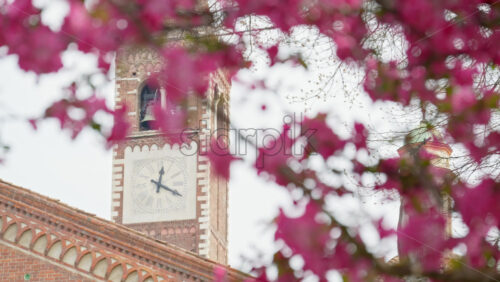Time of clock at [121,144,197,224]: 12:19
